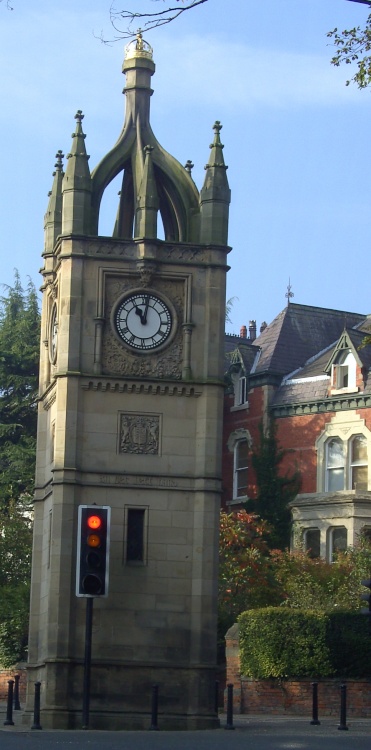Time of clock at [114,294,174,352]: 11:01
